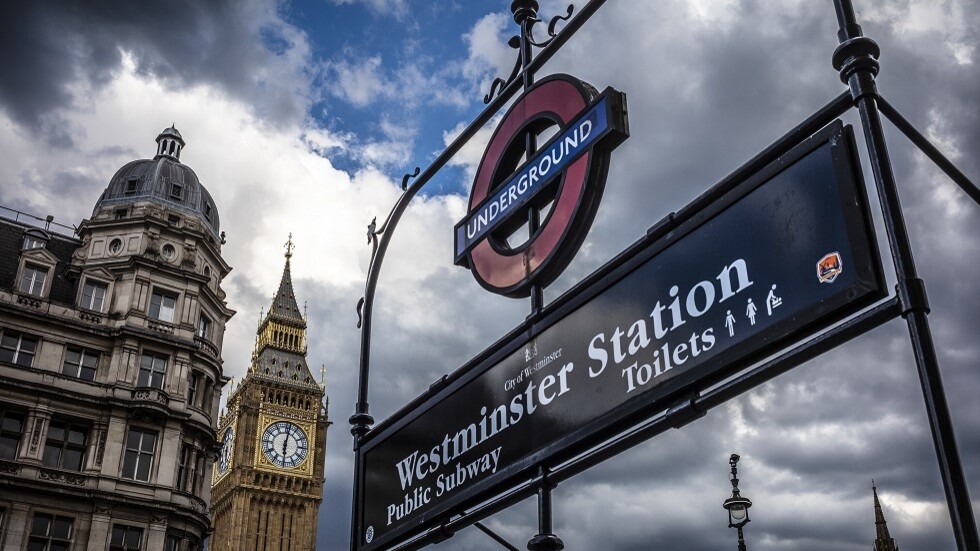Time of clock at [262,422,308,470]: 6:01
